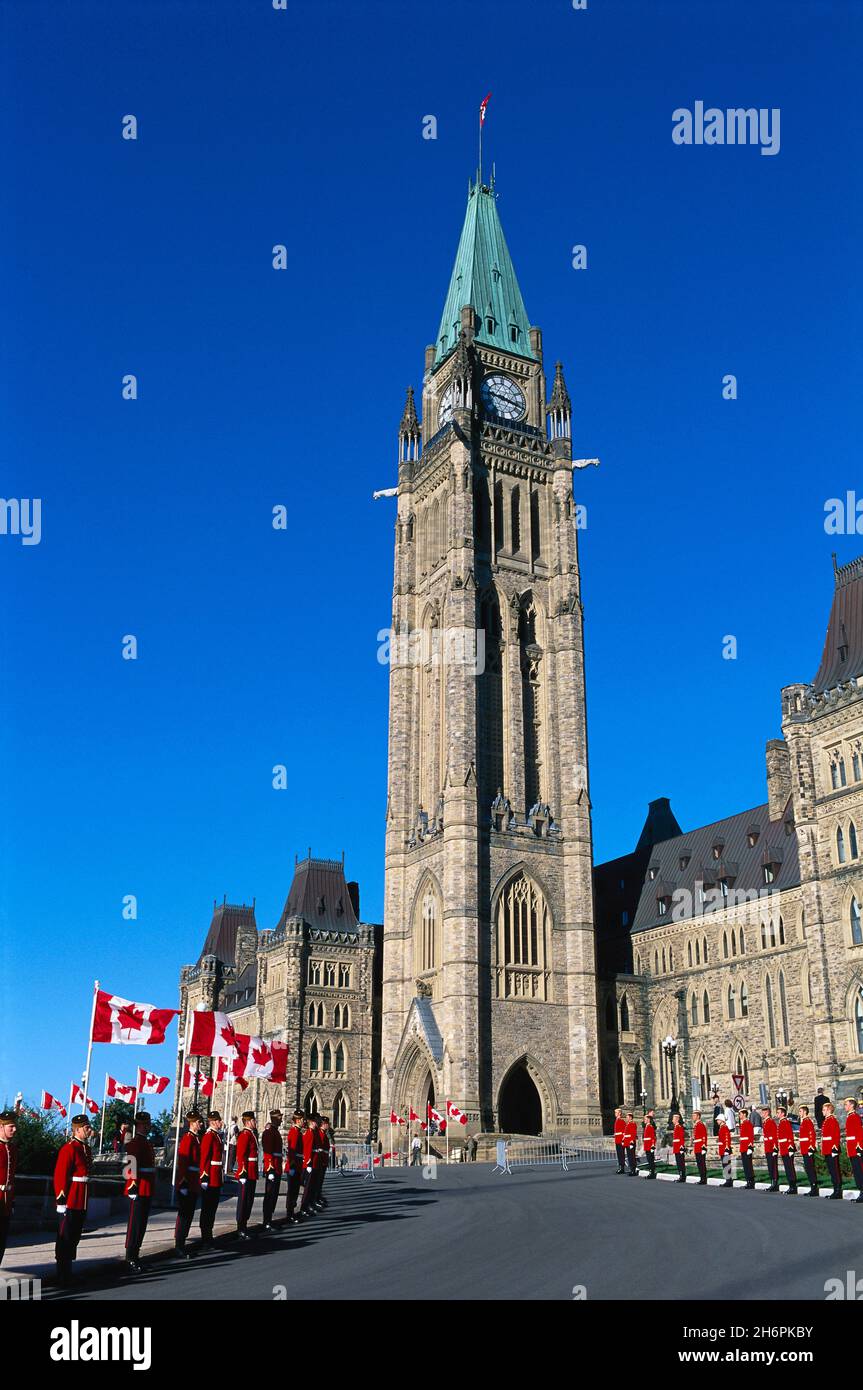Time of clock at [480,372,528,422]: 9:17
